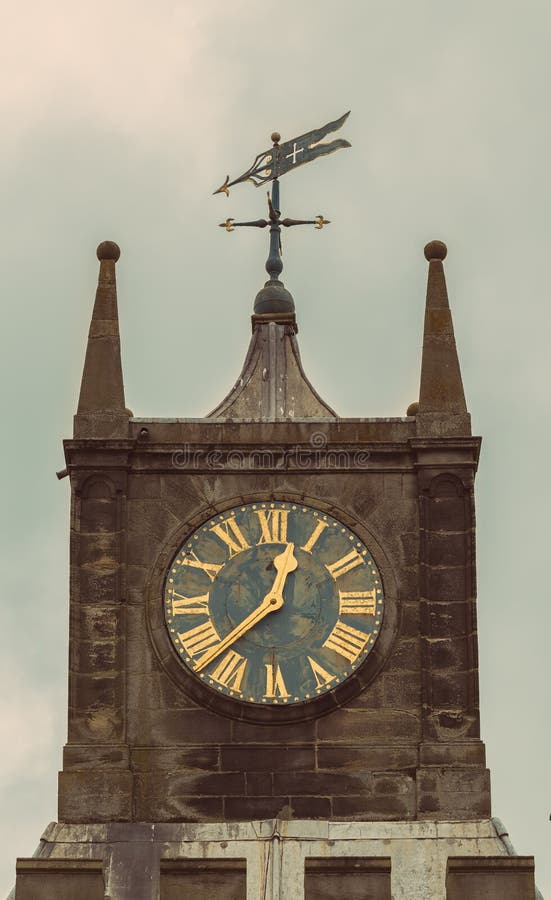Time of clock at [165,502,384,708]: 12:37
